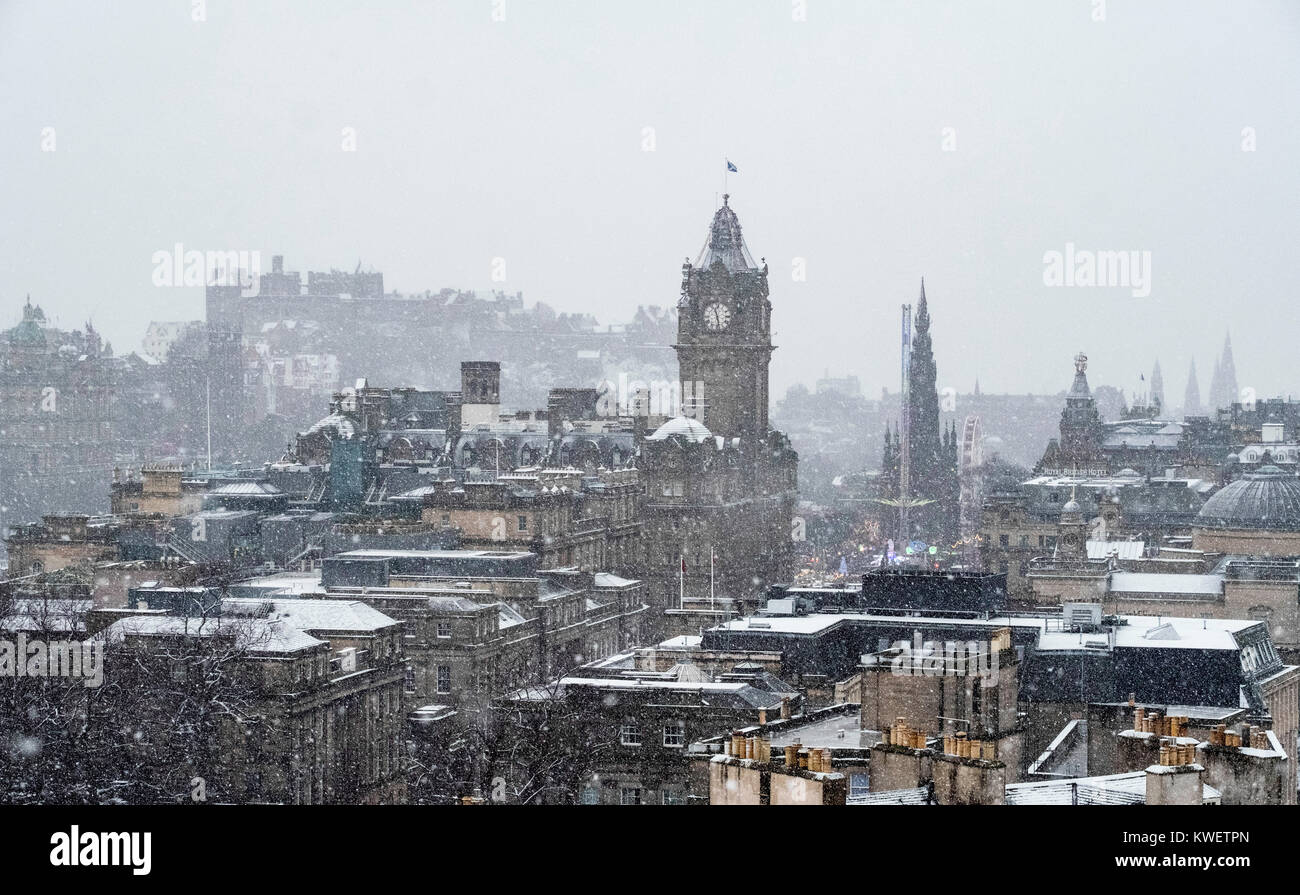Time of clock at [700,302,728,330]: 11:28
